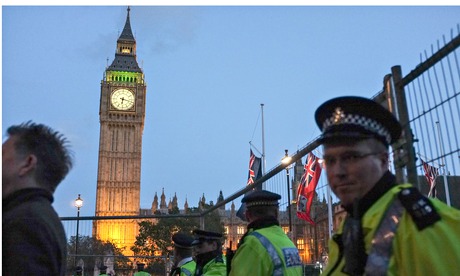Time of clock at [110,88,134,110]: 6:17
